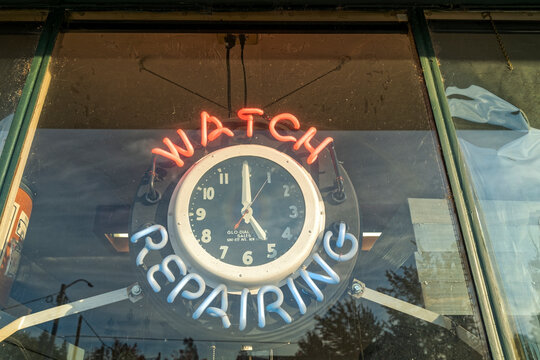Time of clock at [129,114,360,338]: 5:00
